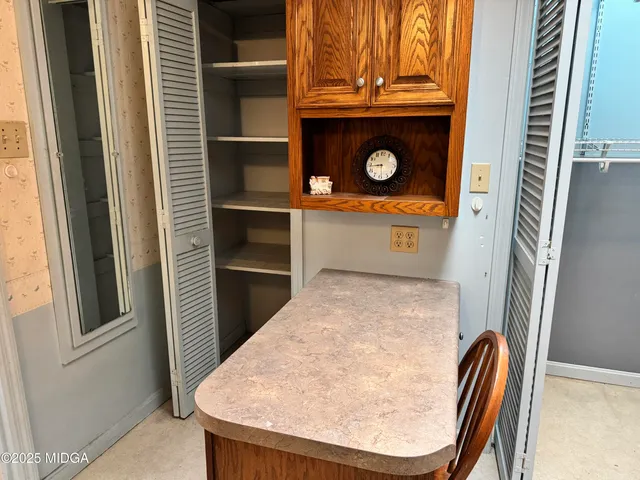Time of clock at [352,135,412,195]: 8:43
